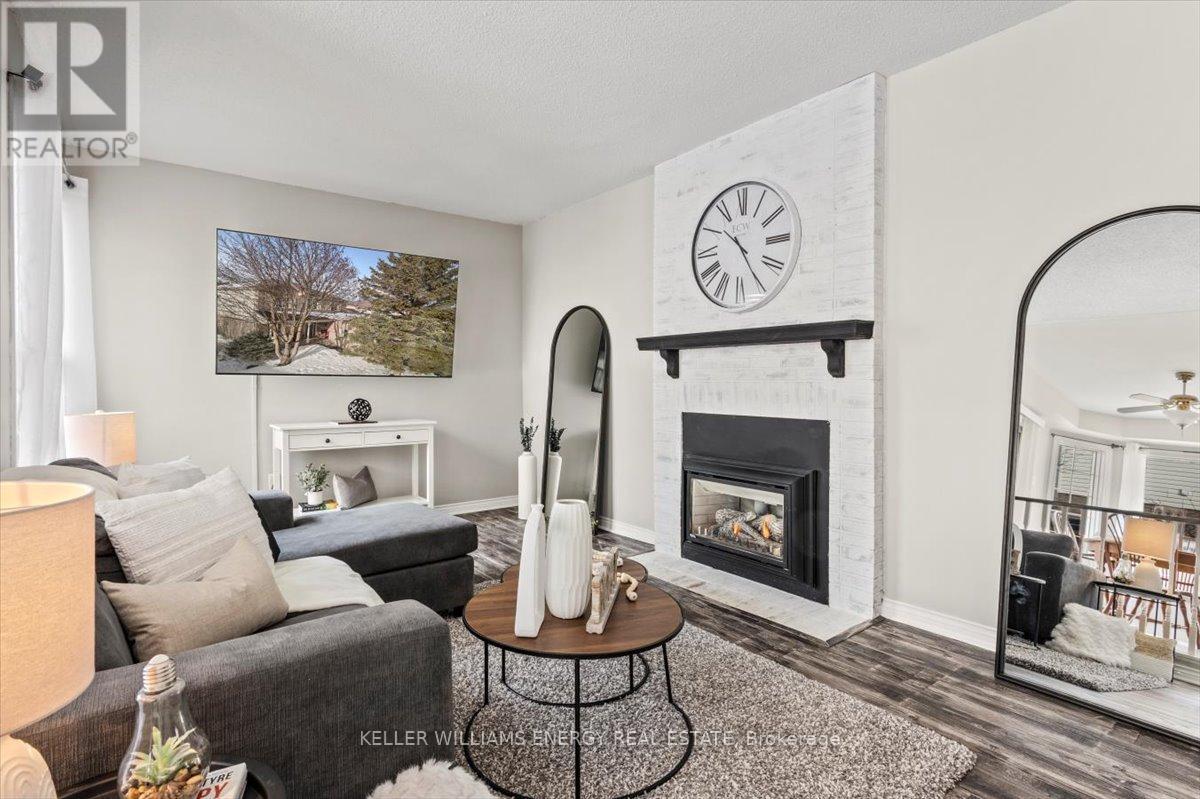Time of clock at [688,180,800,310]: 10:24
